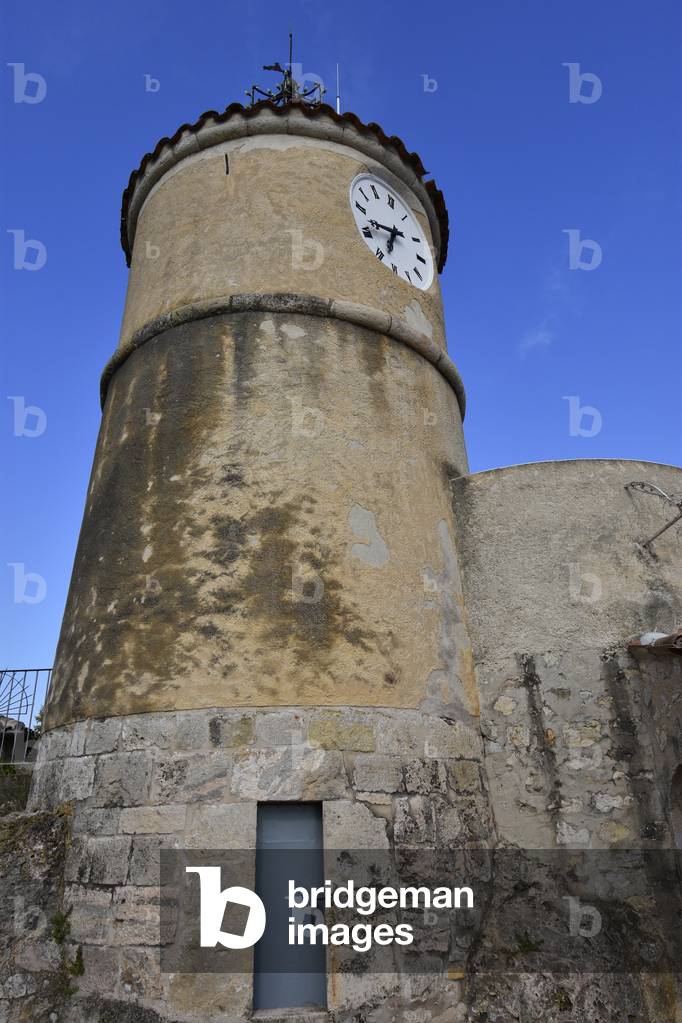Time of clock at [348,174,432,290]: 6:42
